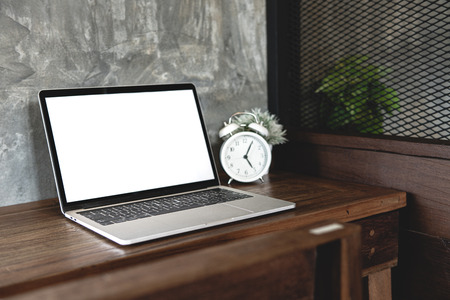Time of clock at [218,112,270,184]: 5:04
